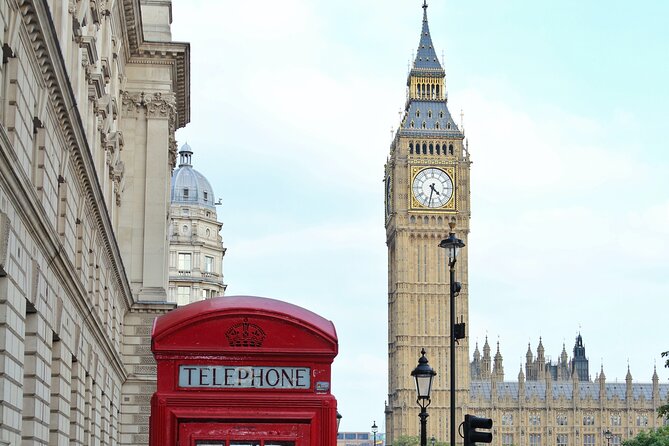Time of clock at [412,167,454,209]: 4:32
